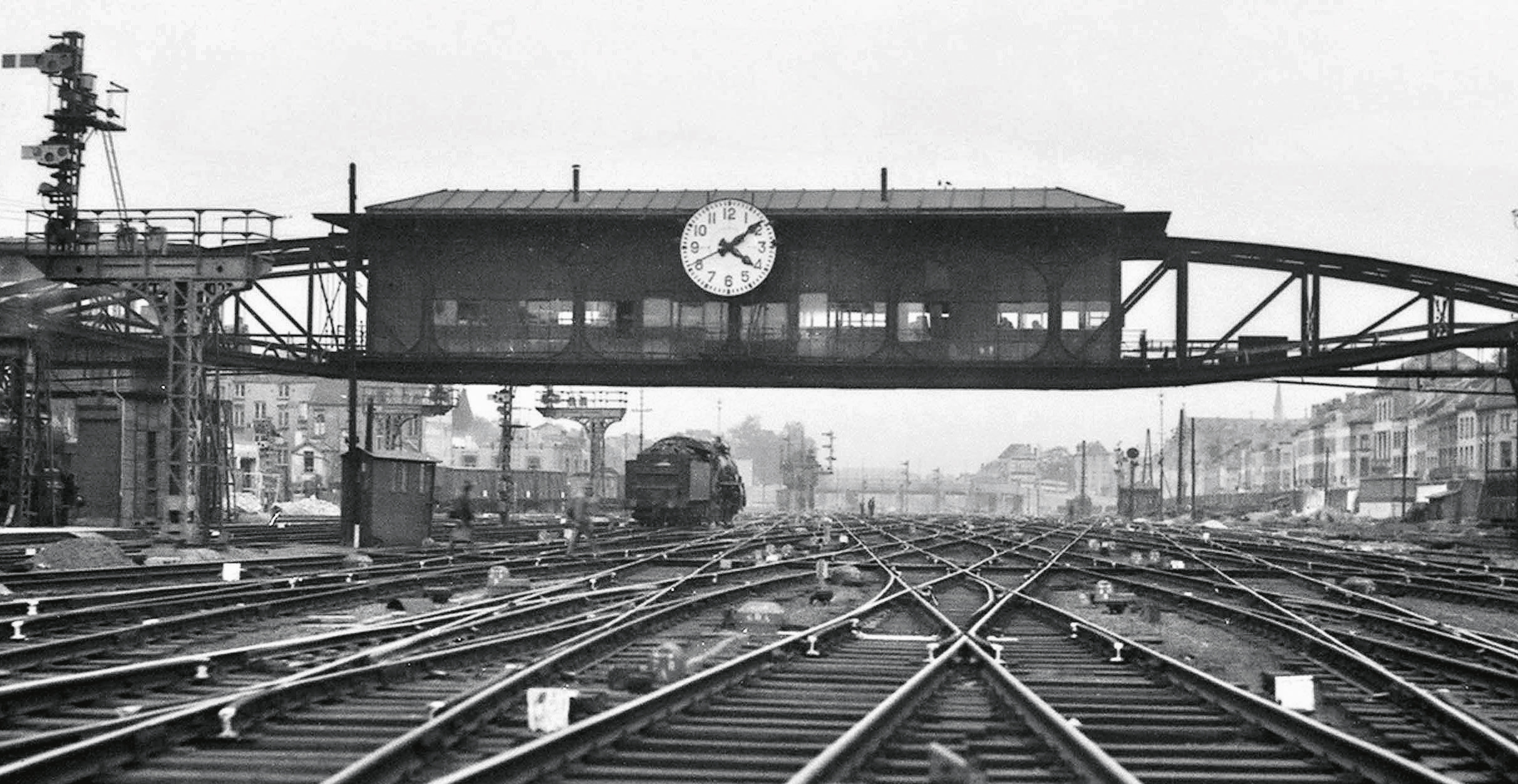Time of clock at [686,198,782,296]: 4:08
